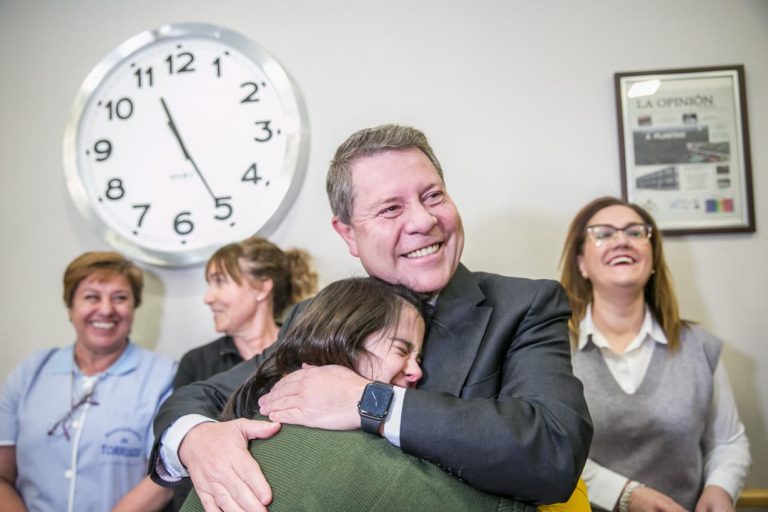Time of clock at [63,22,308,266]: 11:25
